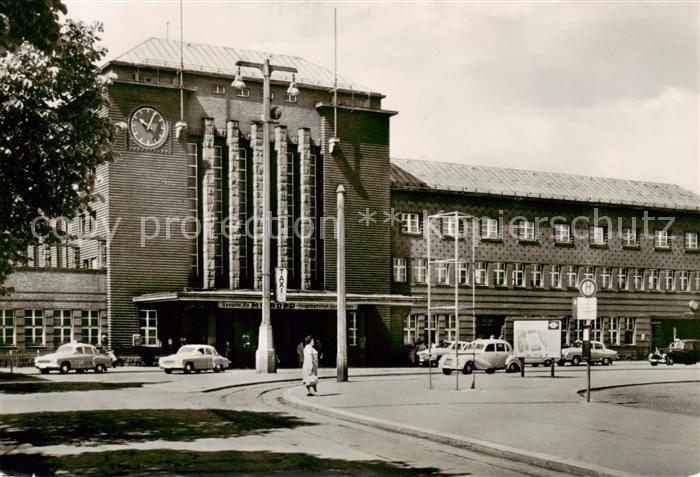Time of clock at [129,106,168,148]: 10:04
